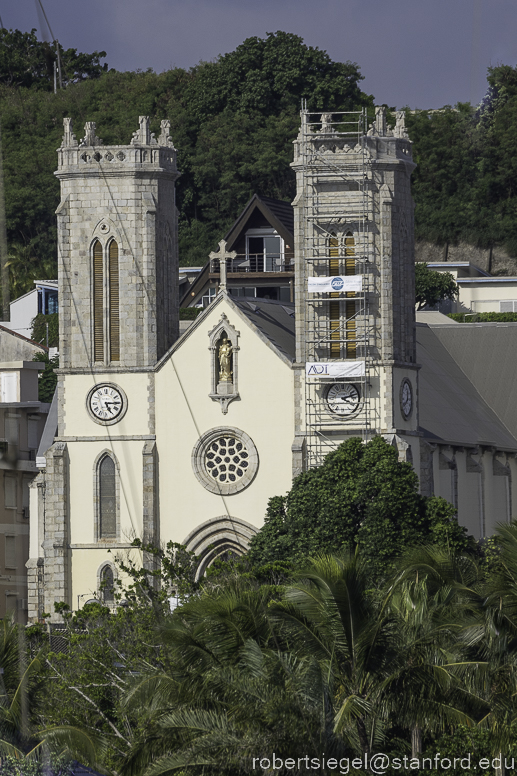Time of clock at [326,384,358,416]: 4:12
